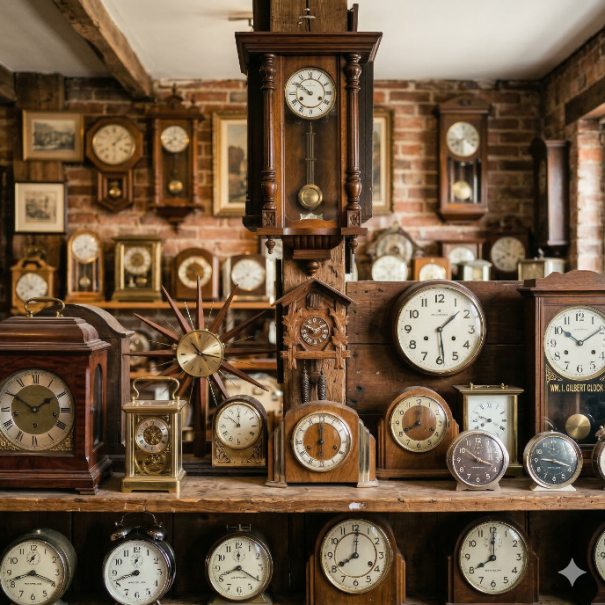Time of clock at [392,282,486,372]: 1:28
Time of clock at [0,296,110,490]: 1:50
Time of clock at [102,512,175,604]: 8:41
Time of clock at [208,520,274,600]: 8:20
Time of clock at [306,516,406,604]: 8:00
